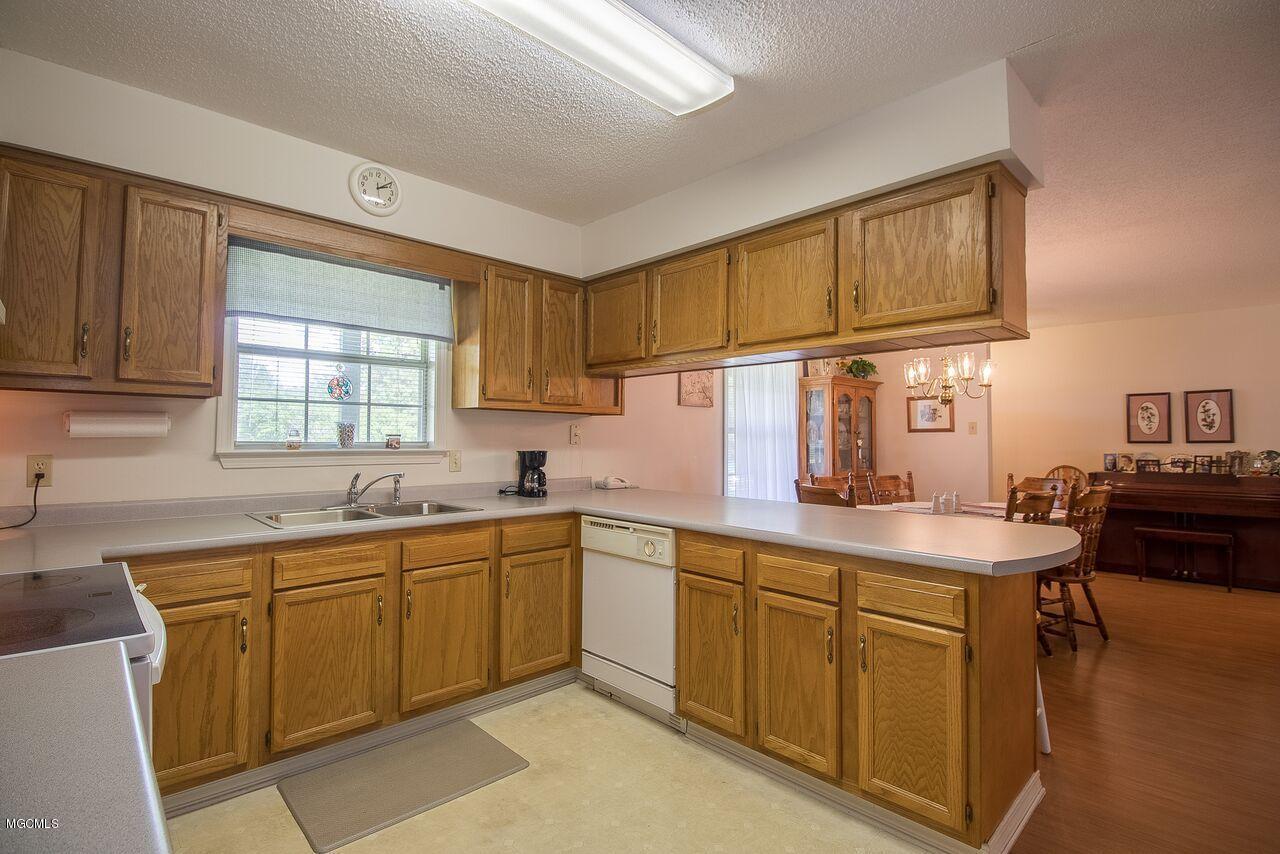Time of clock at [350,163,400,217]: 2:08
